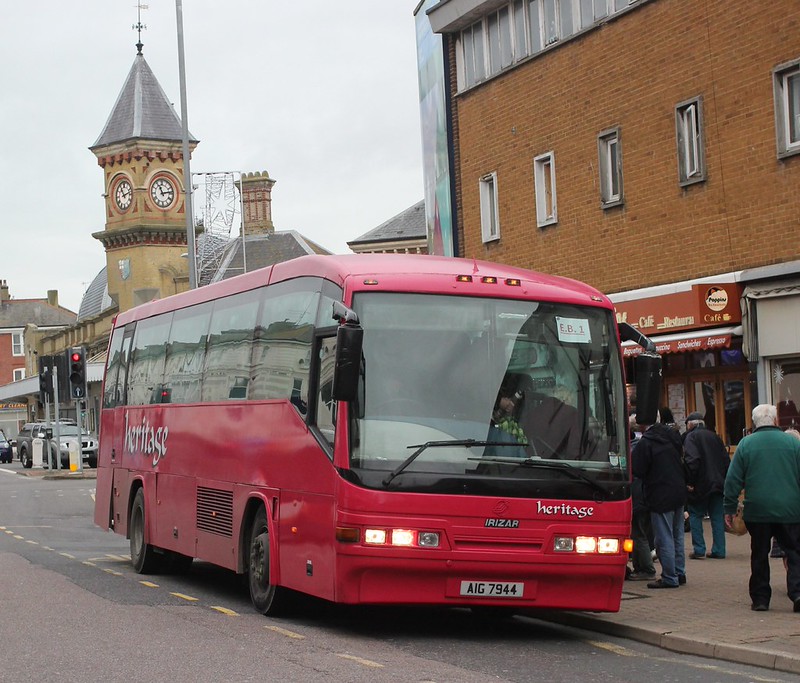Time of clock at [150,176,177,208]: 11:13
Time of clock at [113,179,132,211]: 11:12
